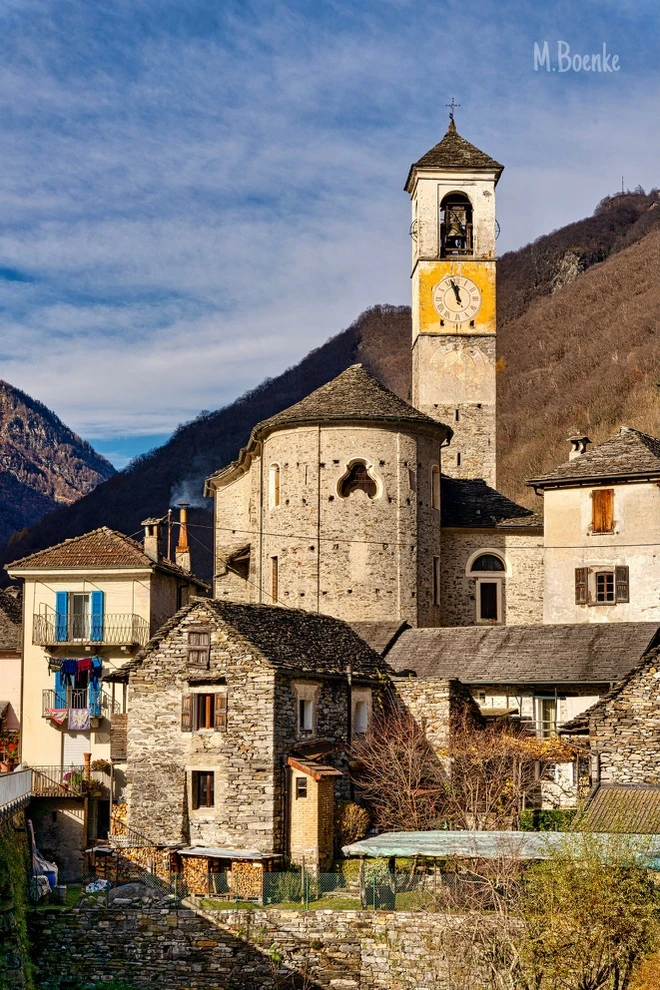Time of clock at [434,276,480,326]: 11:57
